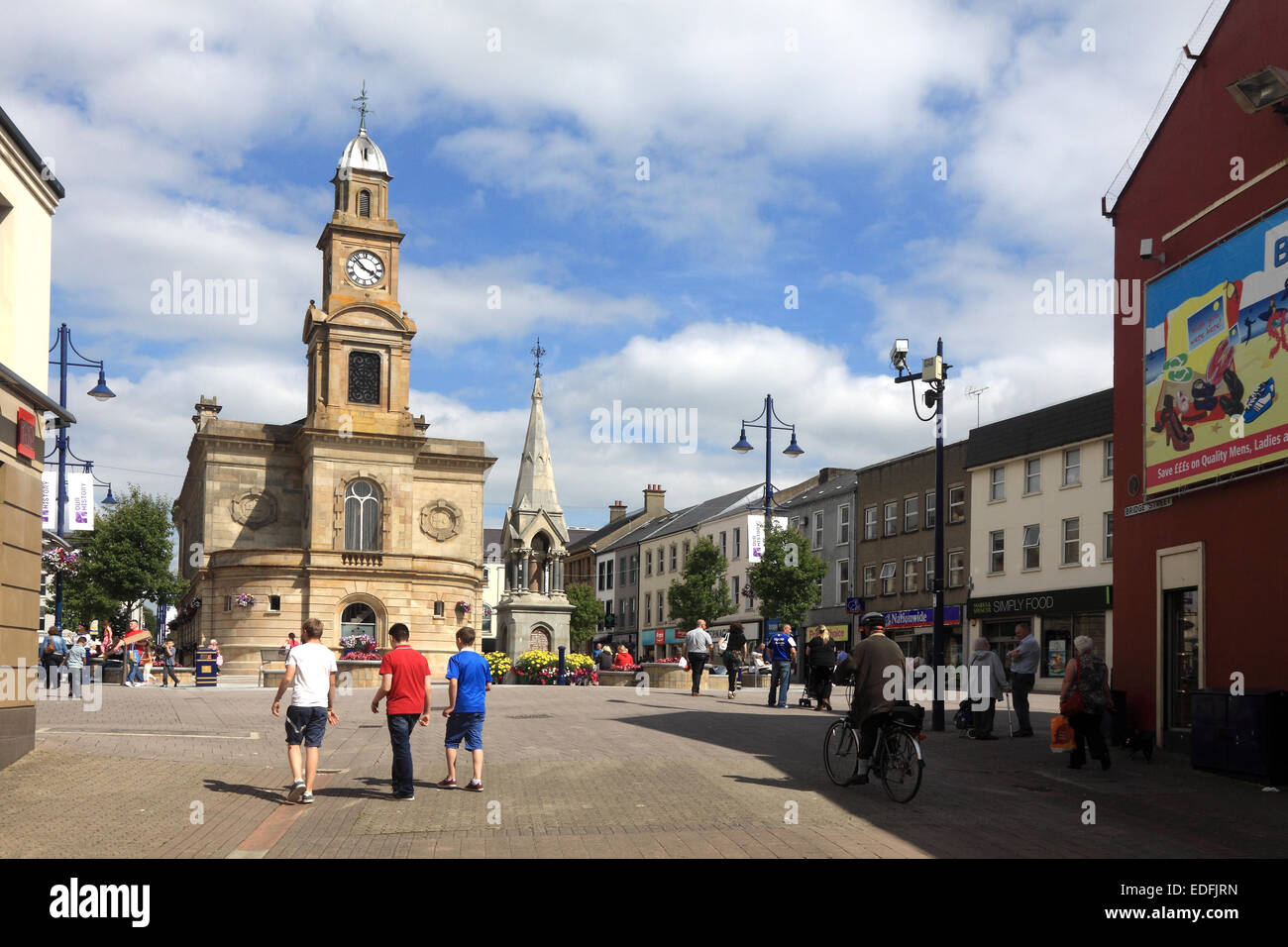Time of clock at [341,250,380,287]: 3:52
